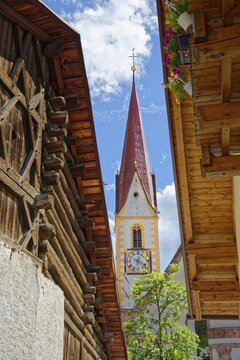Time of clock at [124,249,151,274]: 4:02
